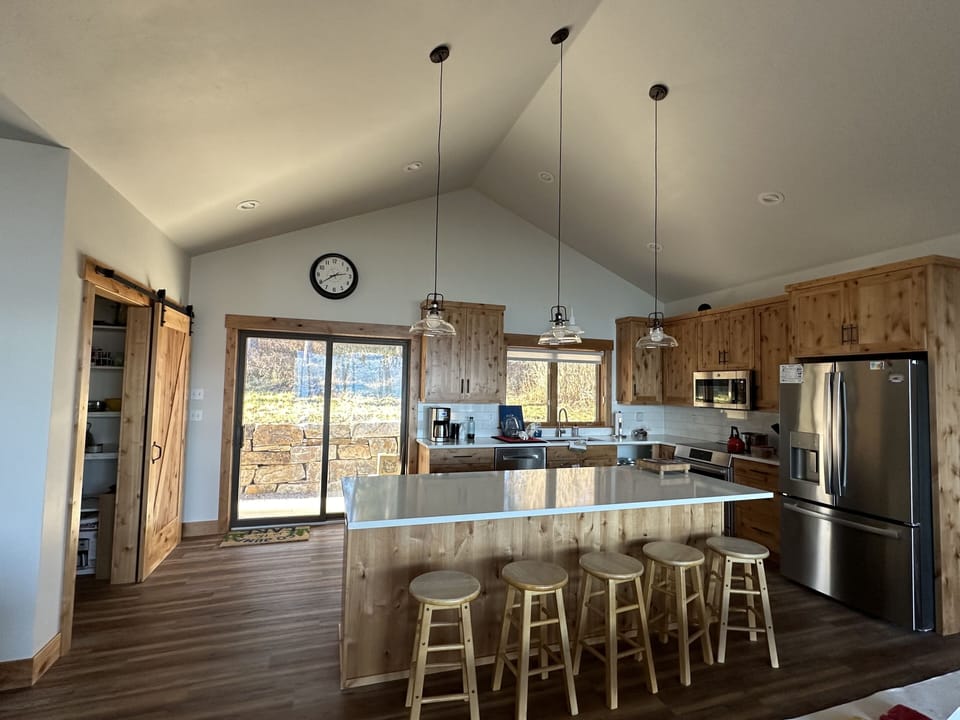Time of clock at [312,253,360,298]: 2:39
